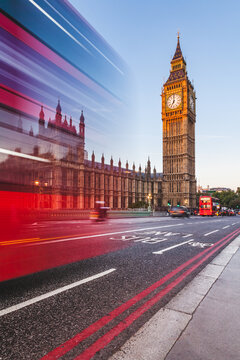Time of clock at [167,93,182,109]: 7:00
